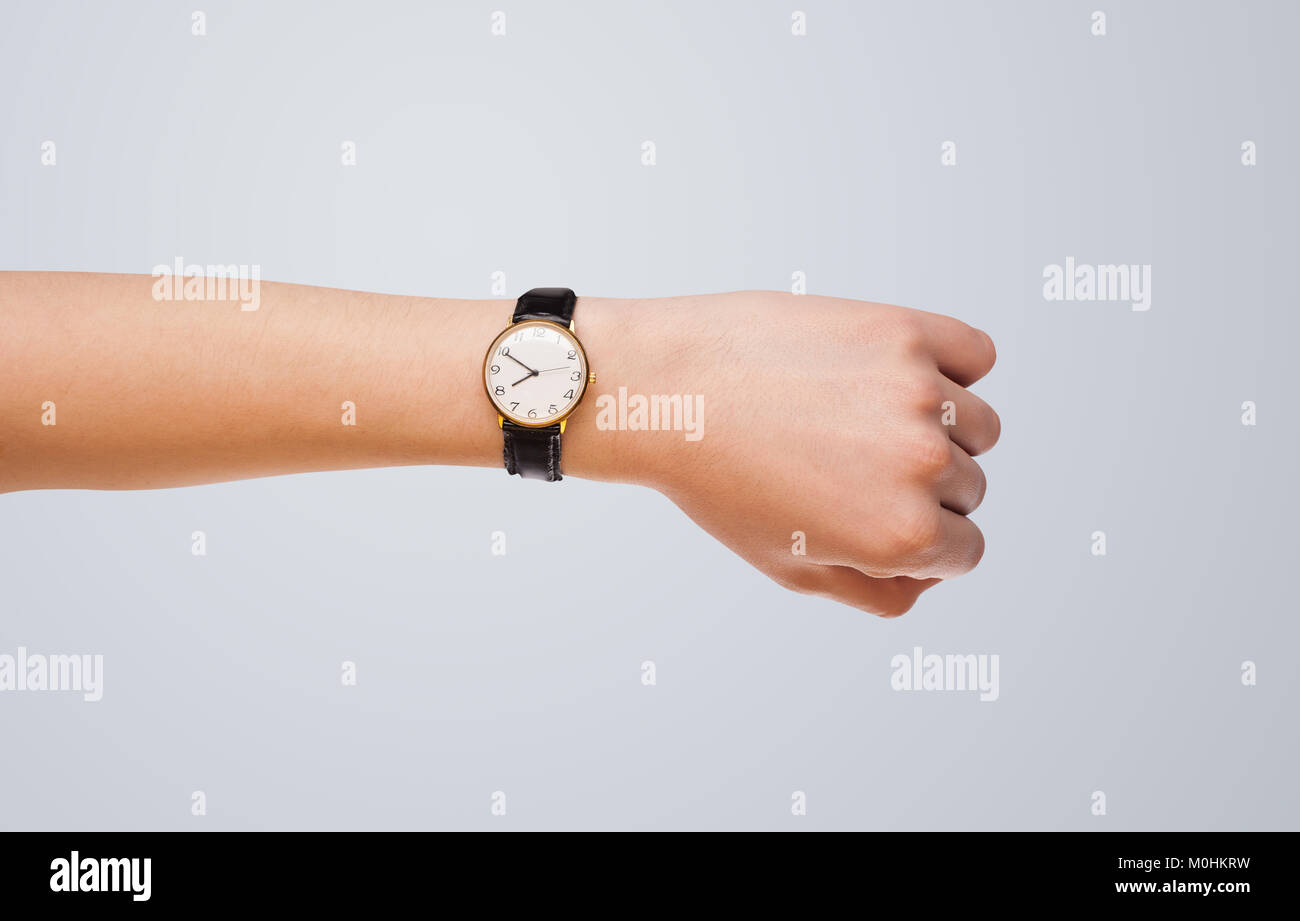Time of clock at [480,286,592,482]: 7:49
